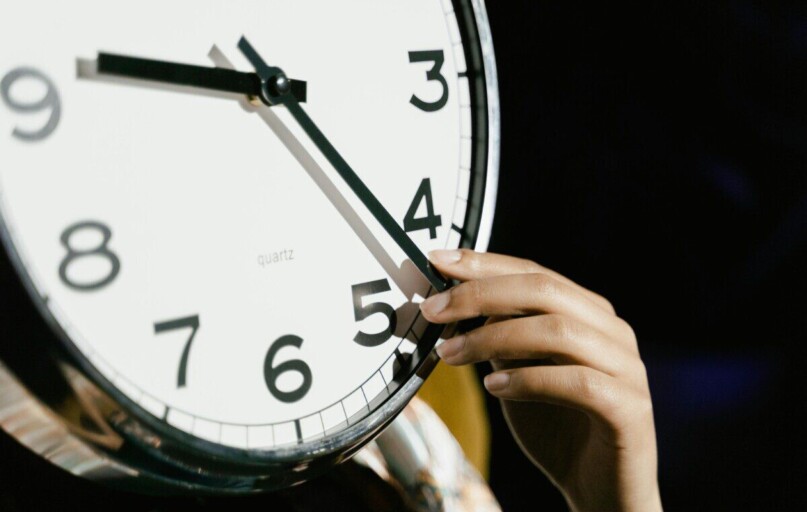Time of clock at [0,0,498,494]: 9:22
